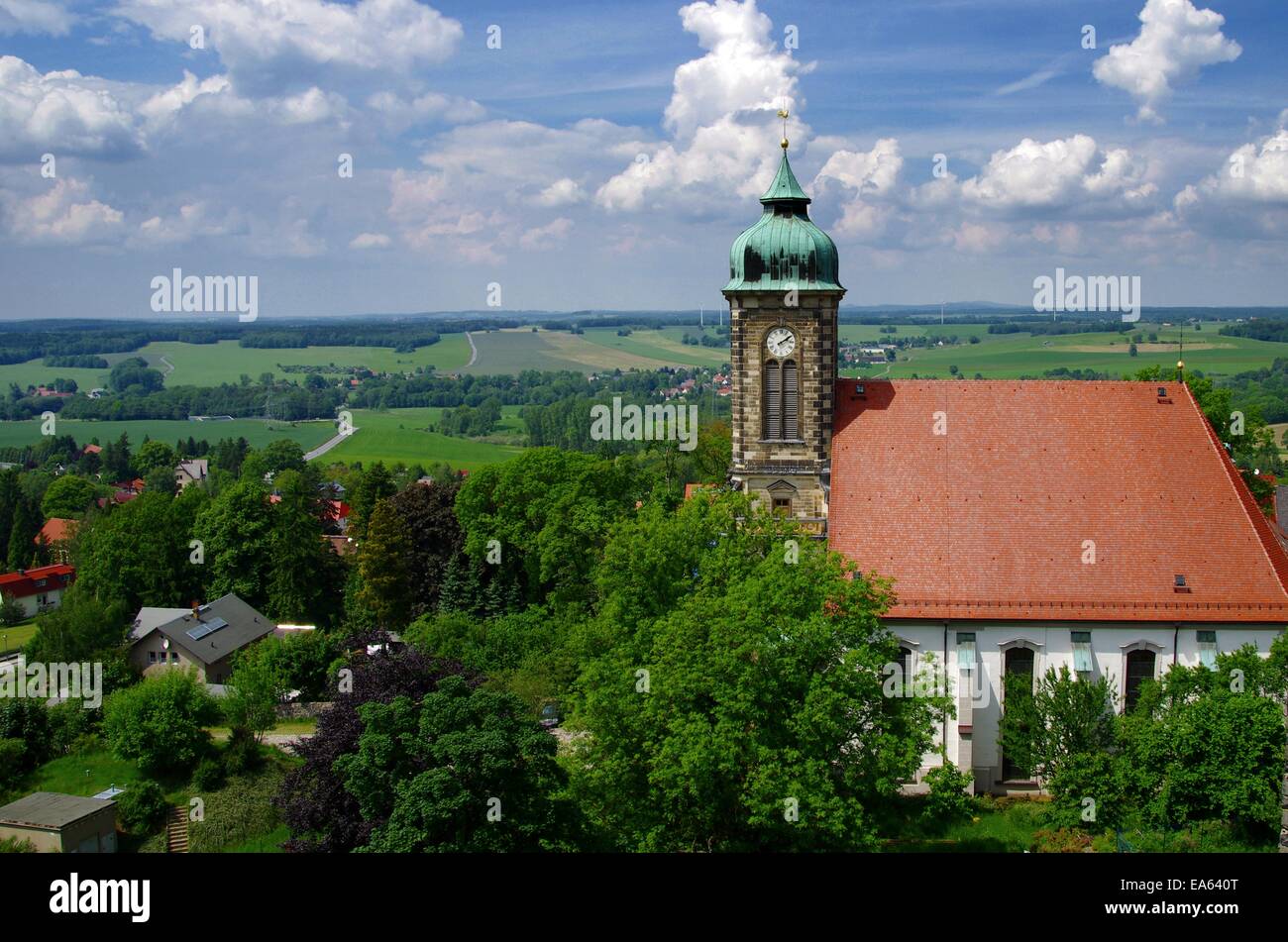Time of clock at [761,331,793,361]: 2:09
